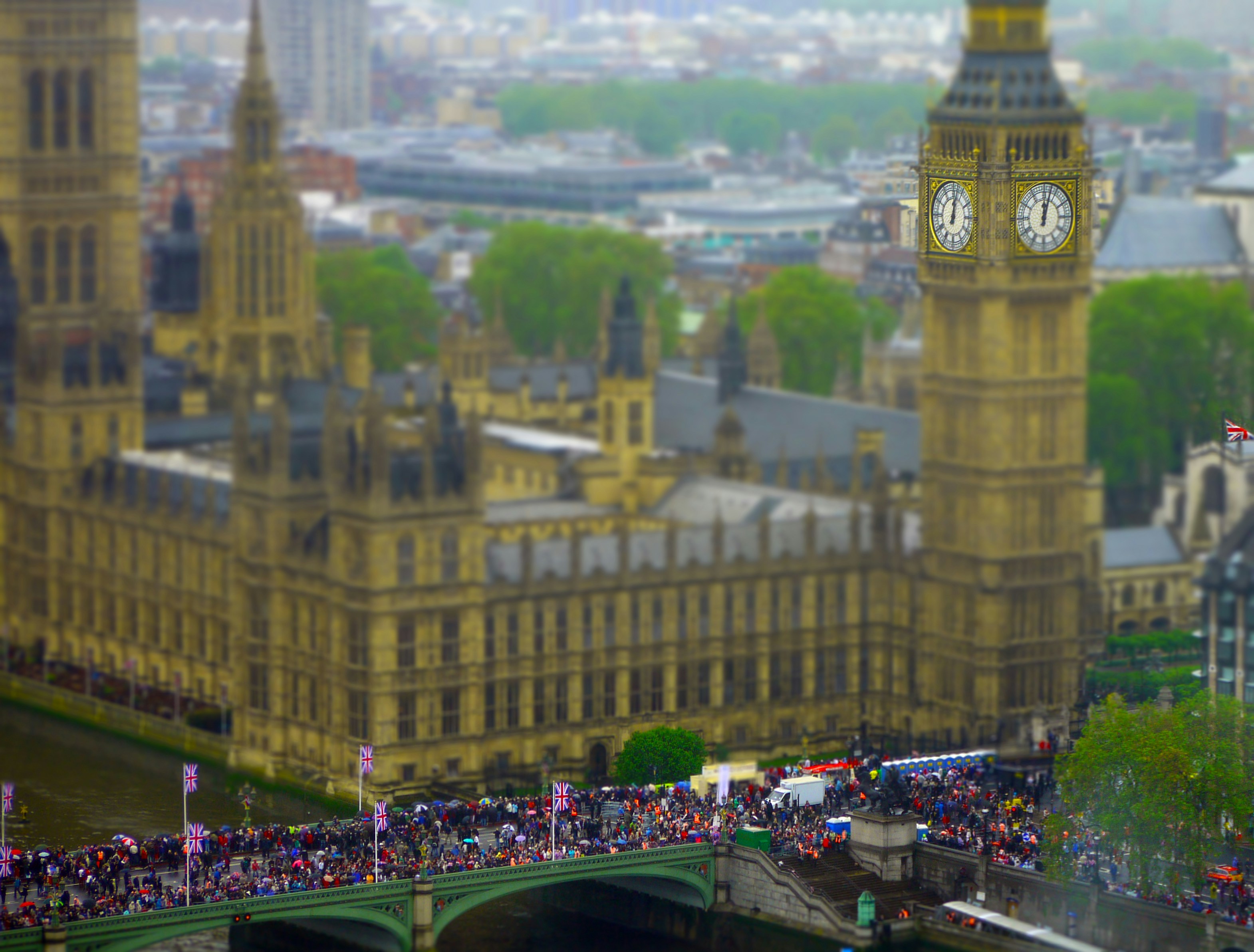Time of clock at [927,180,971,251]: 12:02
